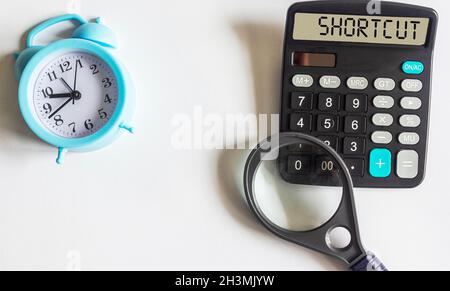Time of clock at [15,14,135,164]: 9:42
